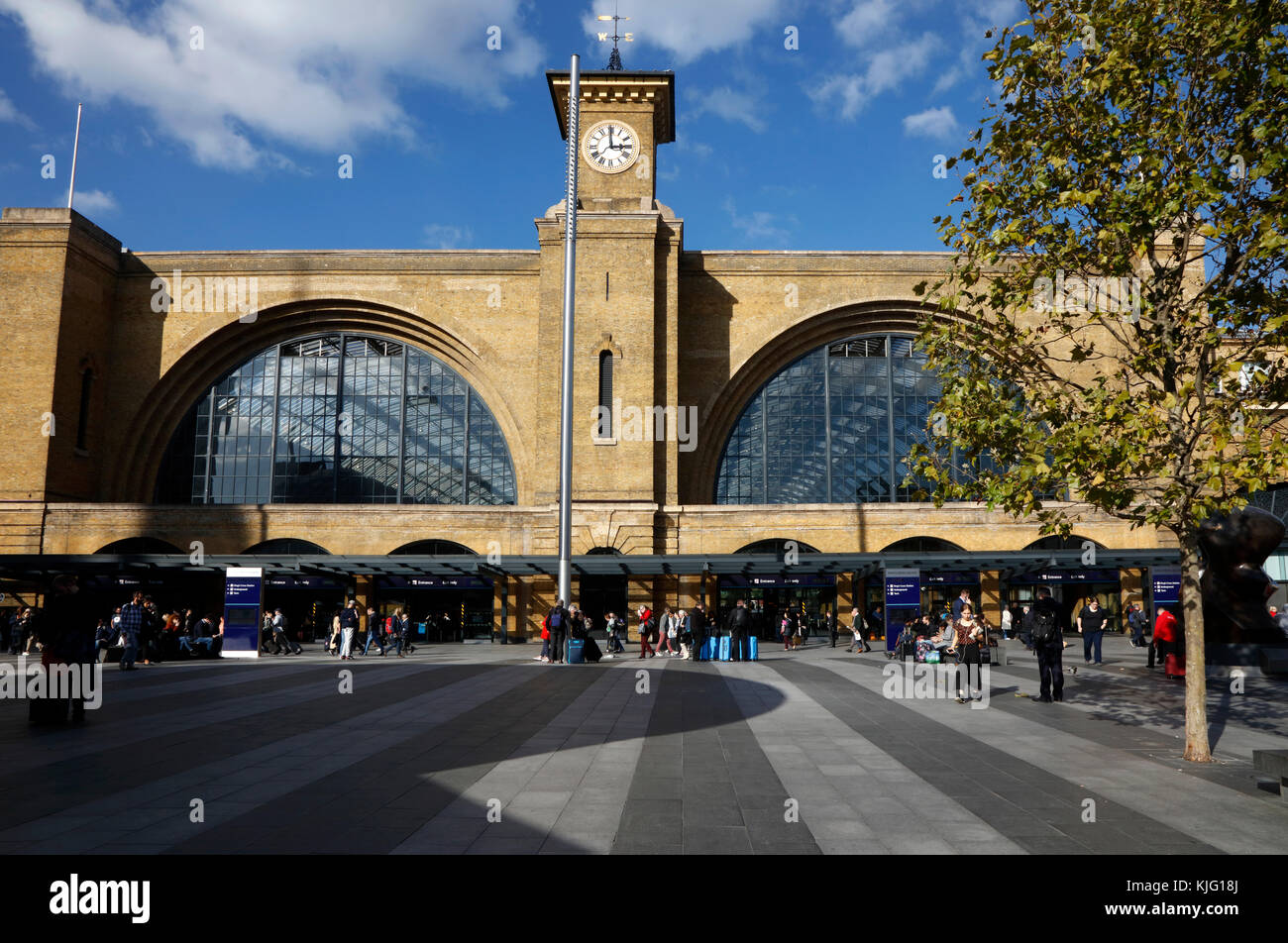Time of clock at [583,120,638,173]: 2:59
